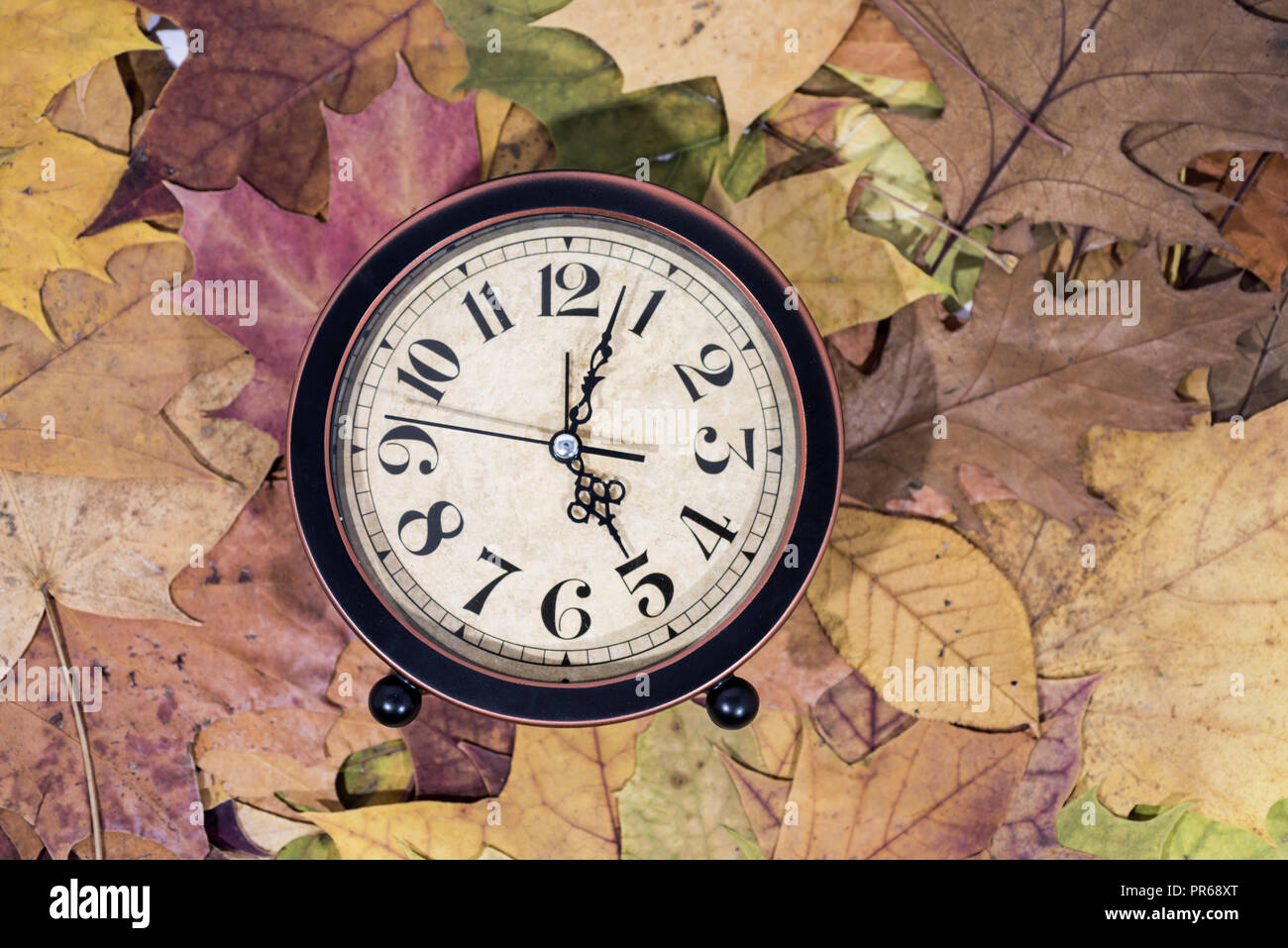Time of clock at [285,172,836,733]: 5:03
